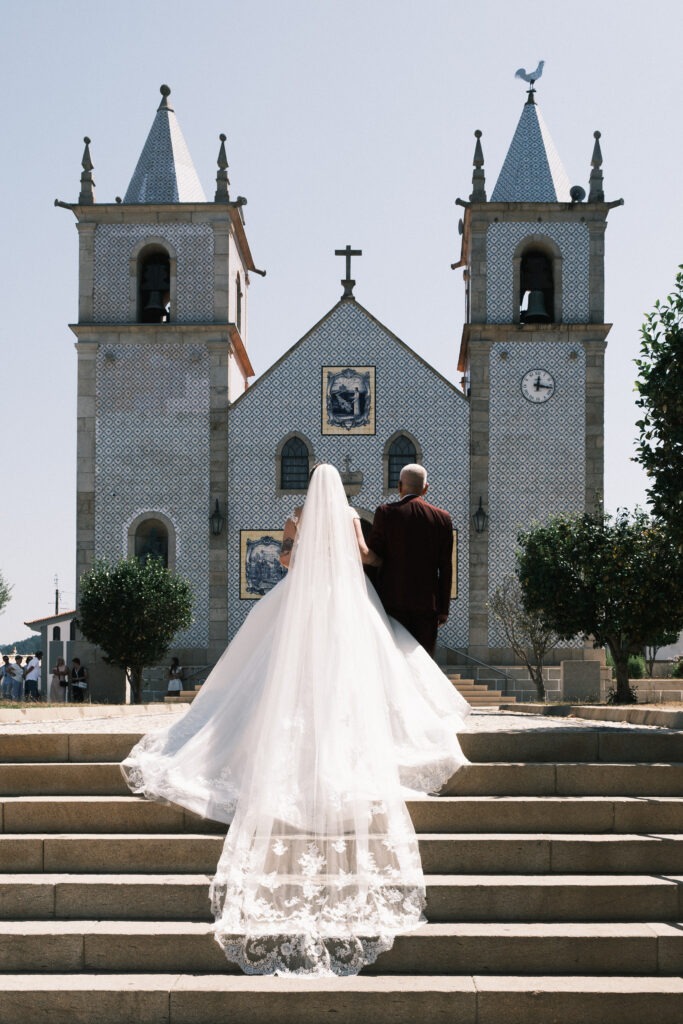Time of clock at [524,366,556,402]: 12:16
